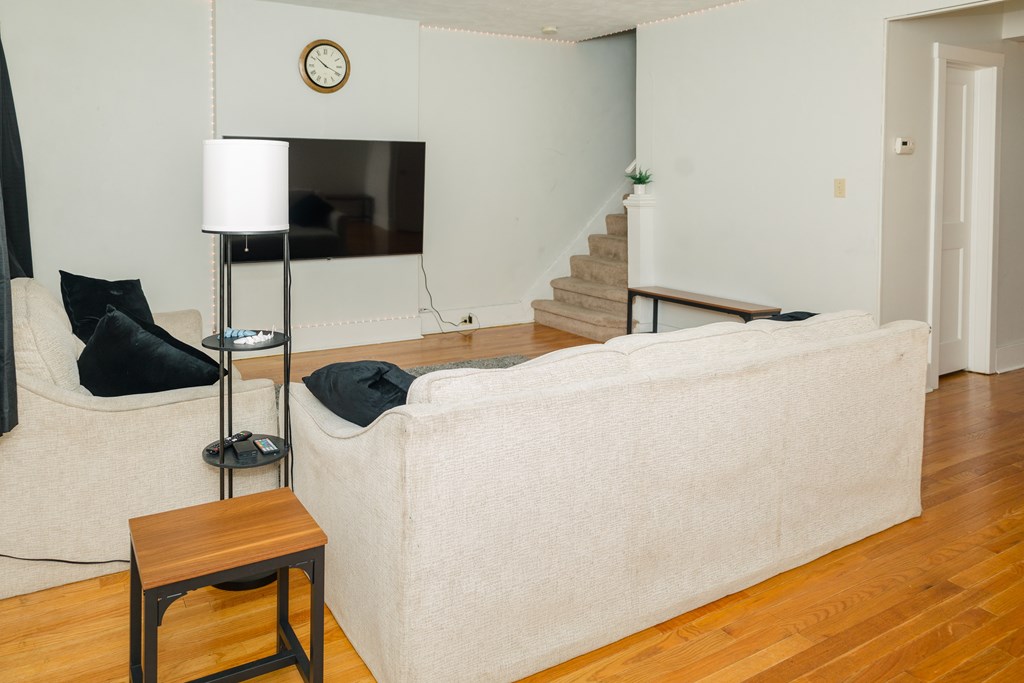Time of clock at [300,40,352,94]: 10:19
